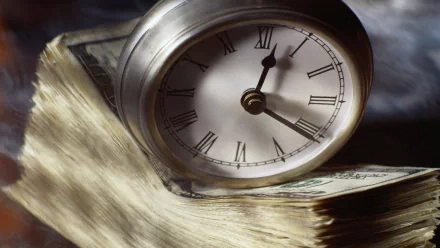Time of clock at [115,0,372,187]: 12:20
